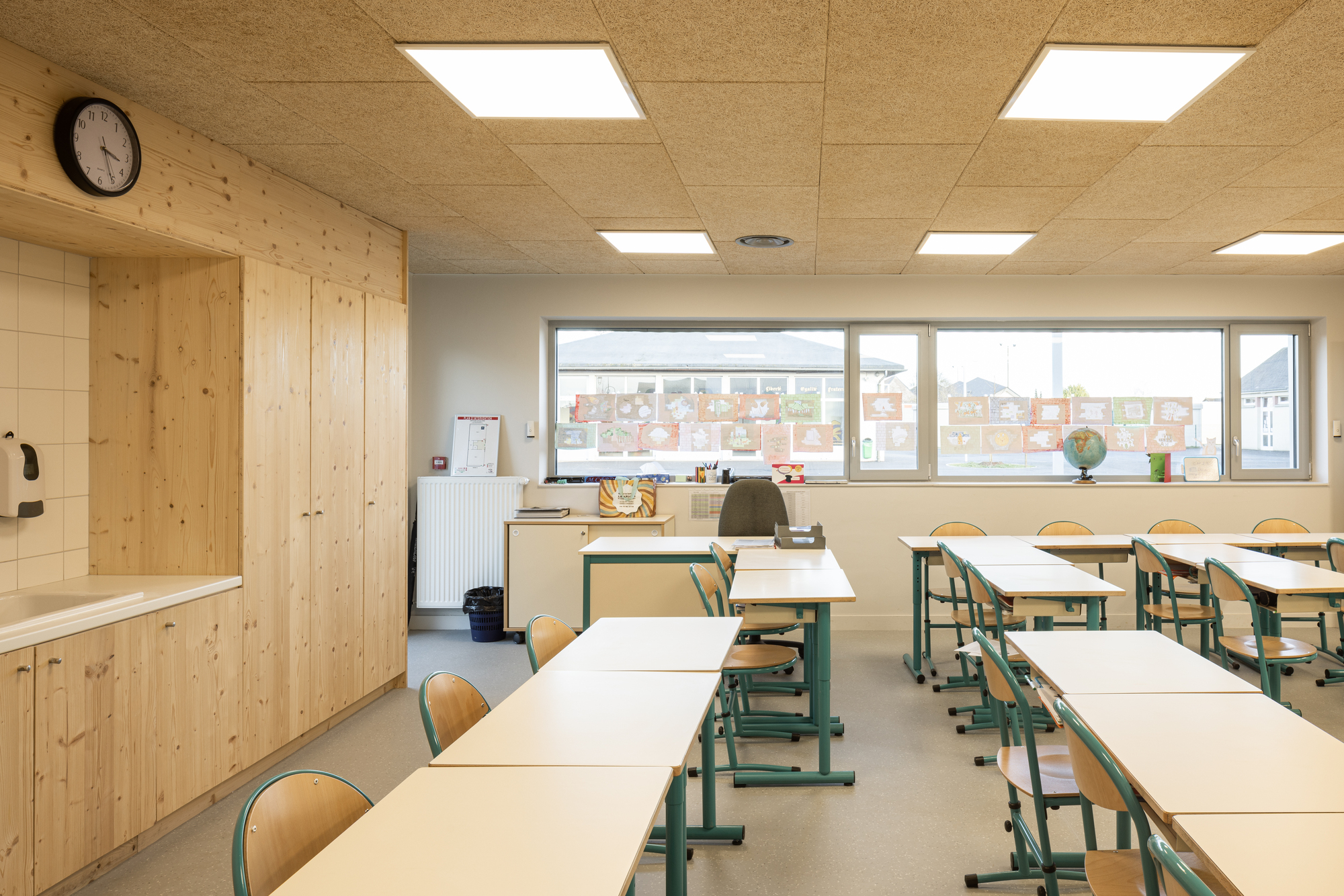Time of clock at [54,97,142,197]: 3:25
